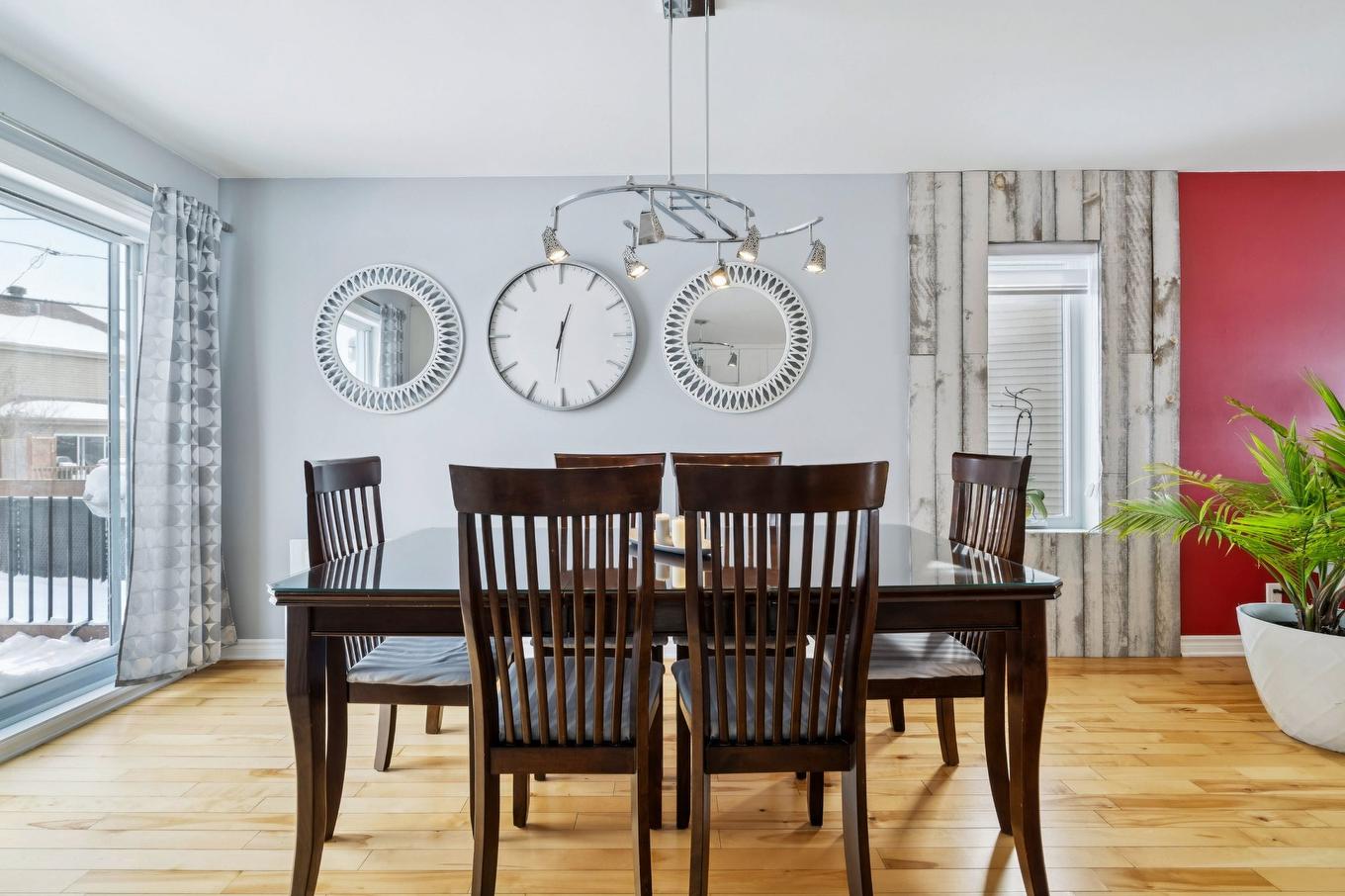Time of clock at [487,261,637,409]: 12:31
